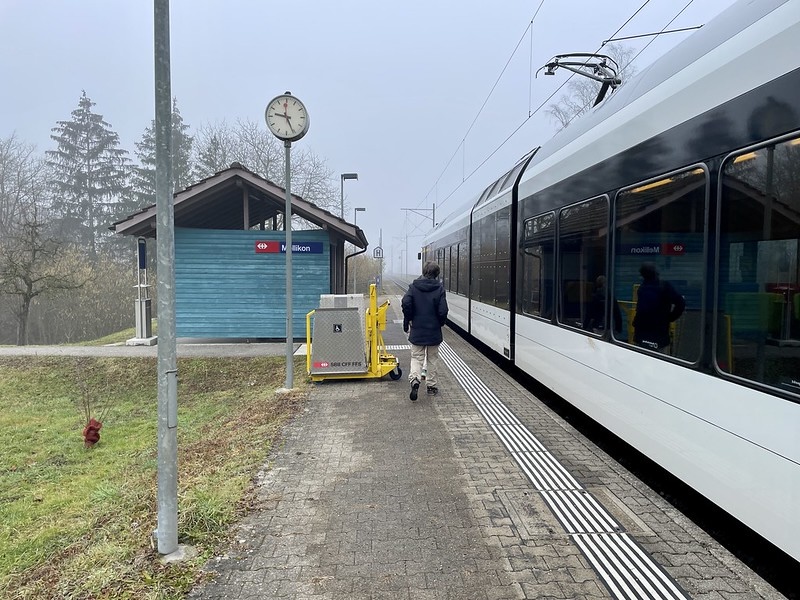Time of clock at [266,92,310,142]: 9:25
